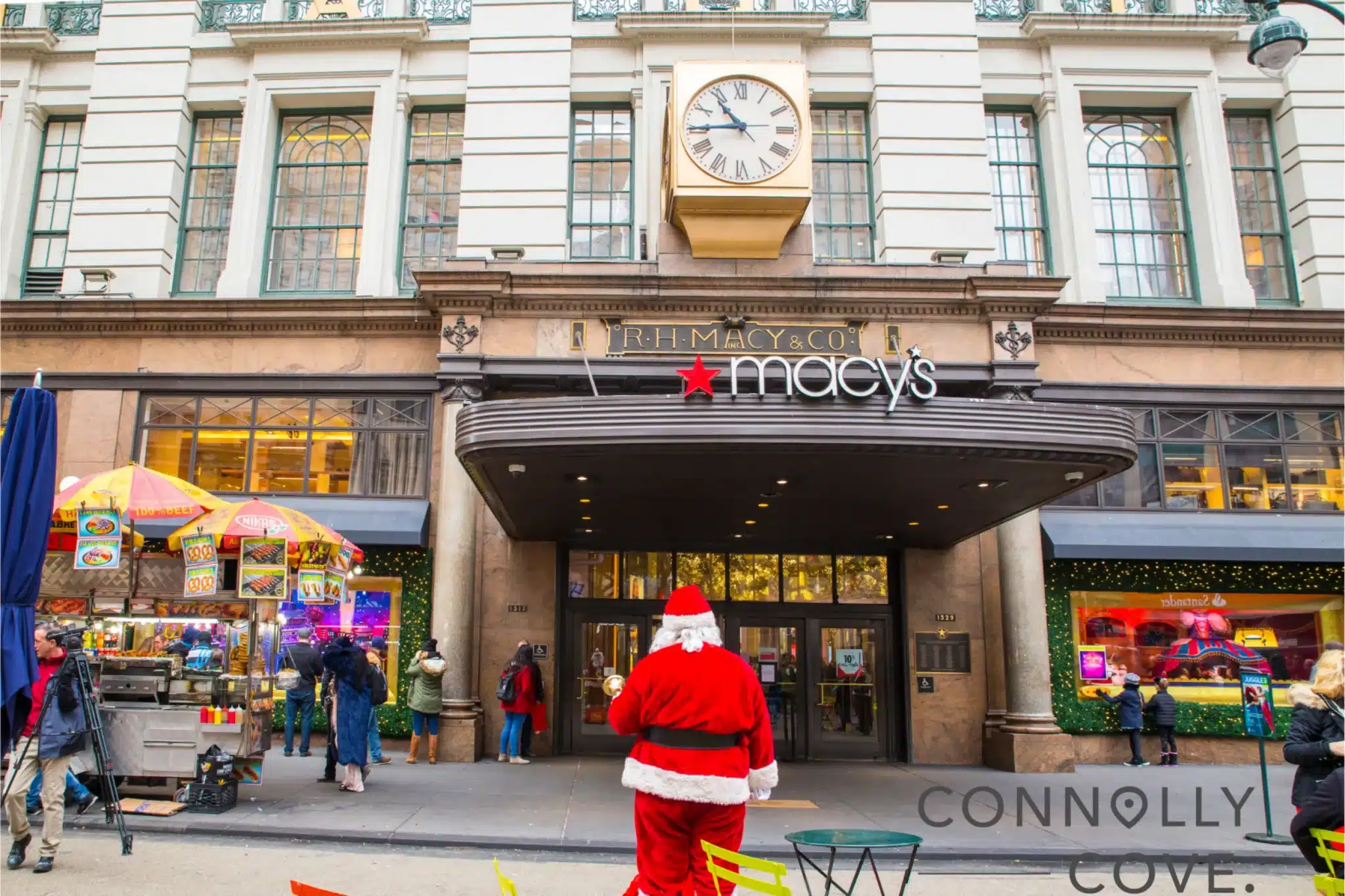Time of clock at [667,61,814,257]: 10:44
